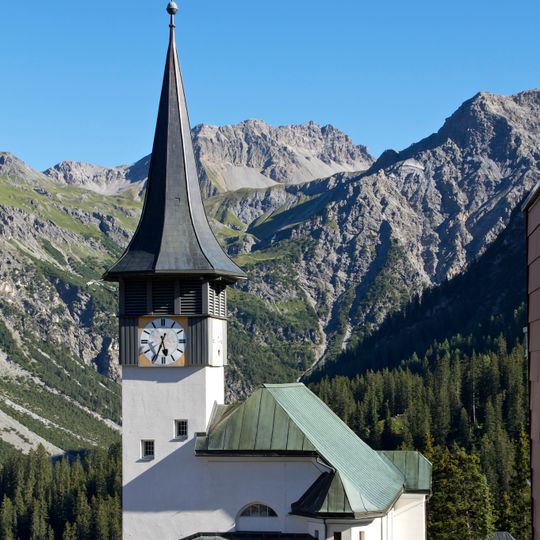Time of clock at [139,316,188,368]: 5:33
